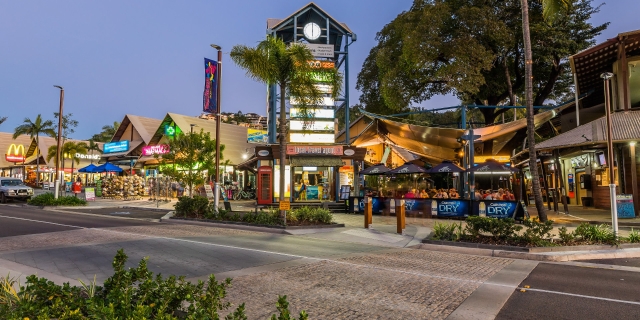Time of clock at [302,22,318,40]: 6:00
